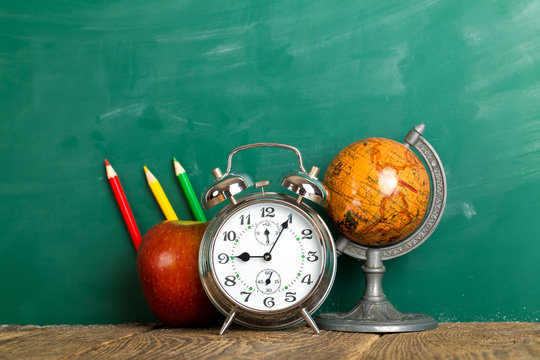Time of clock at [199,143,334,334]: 9:04
